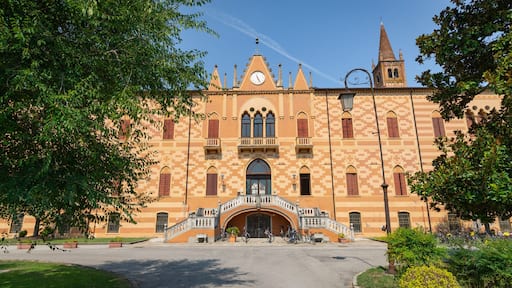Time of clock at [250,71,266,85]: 11:25
